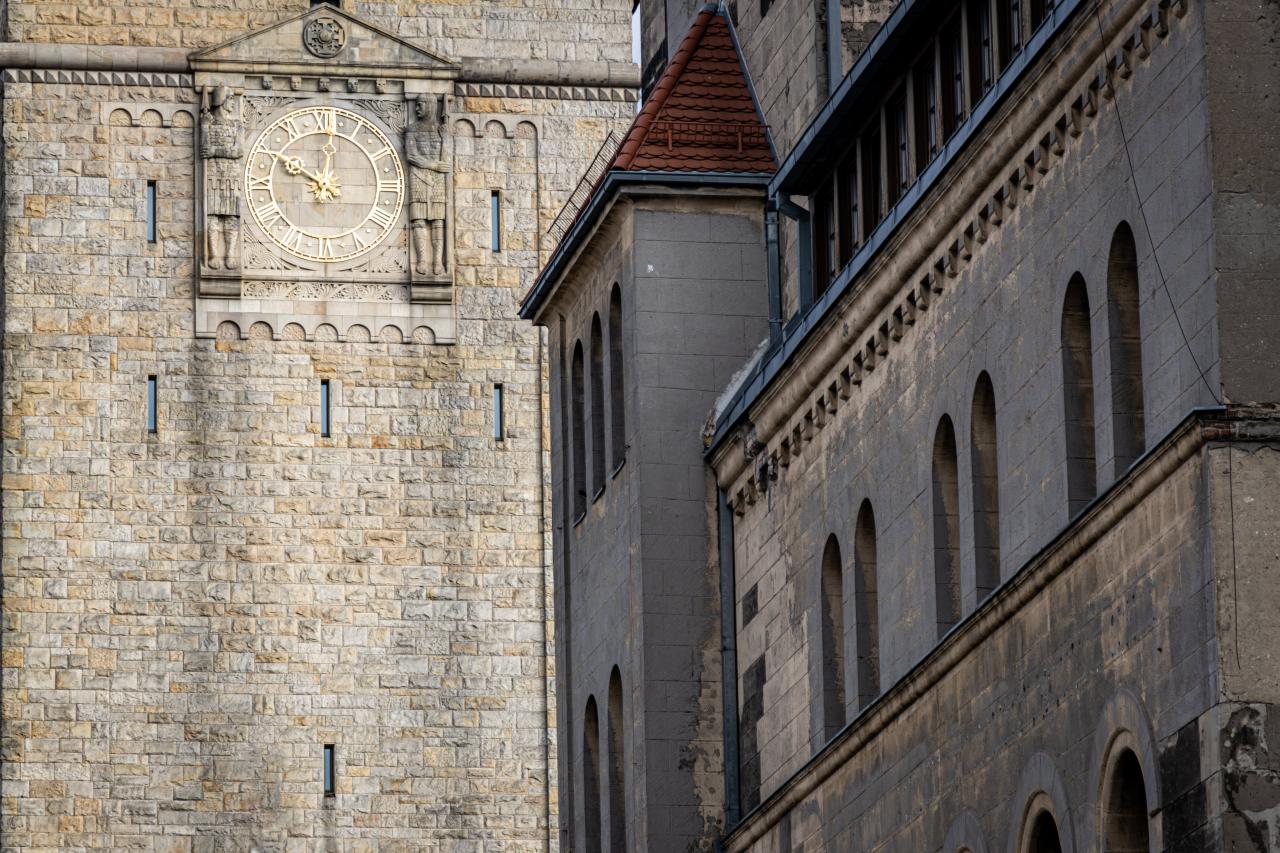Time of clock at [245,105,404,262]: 10:01
